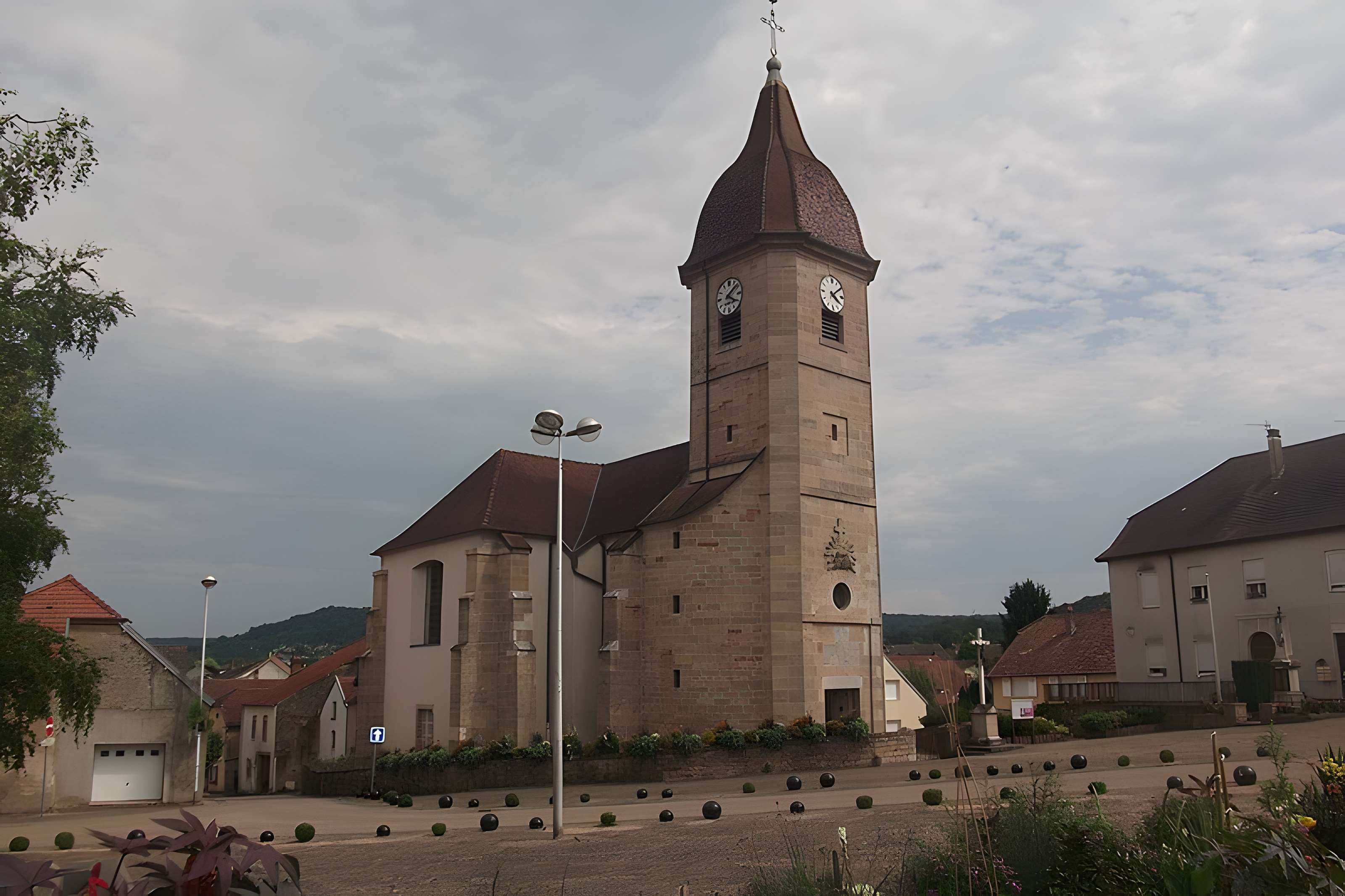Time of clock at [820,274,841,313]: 4:09
